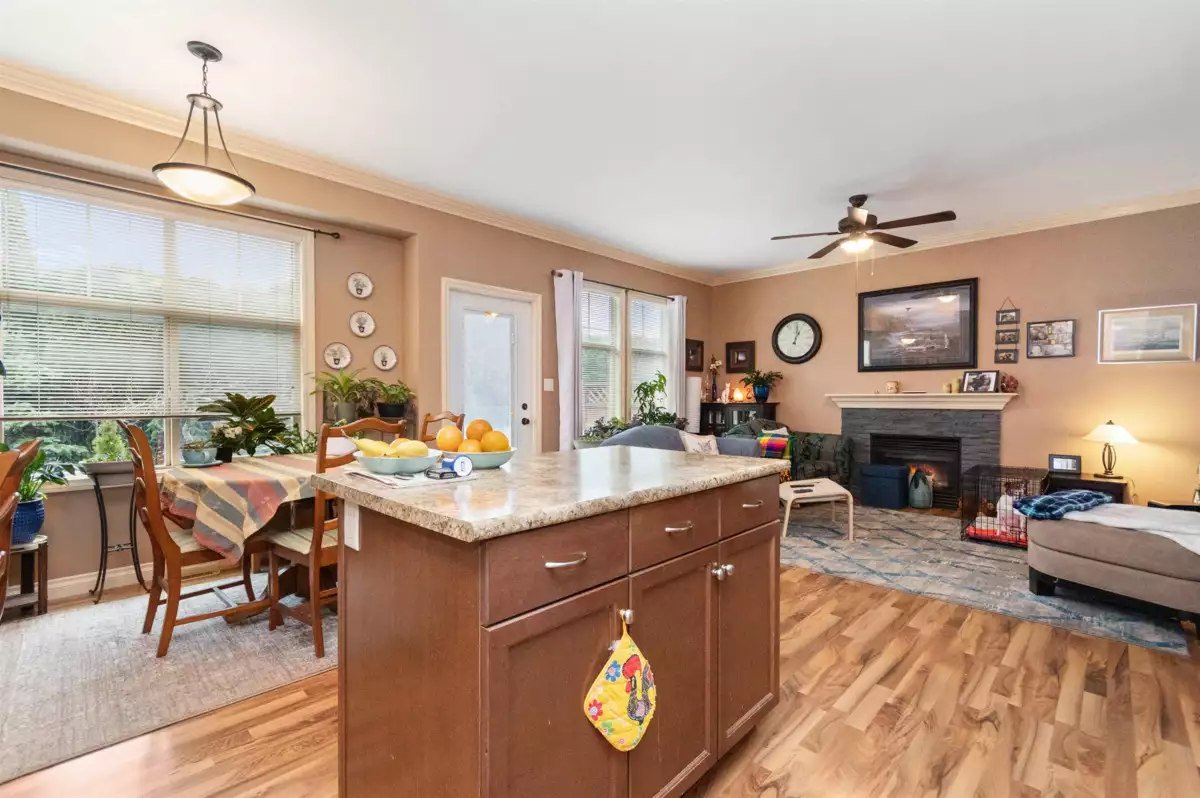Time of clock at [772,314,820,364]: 1:01
